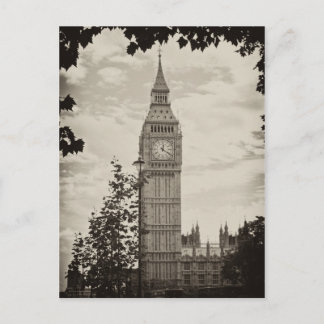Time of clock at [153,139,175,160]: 12:20
